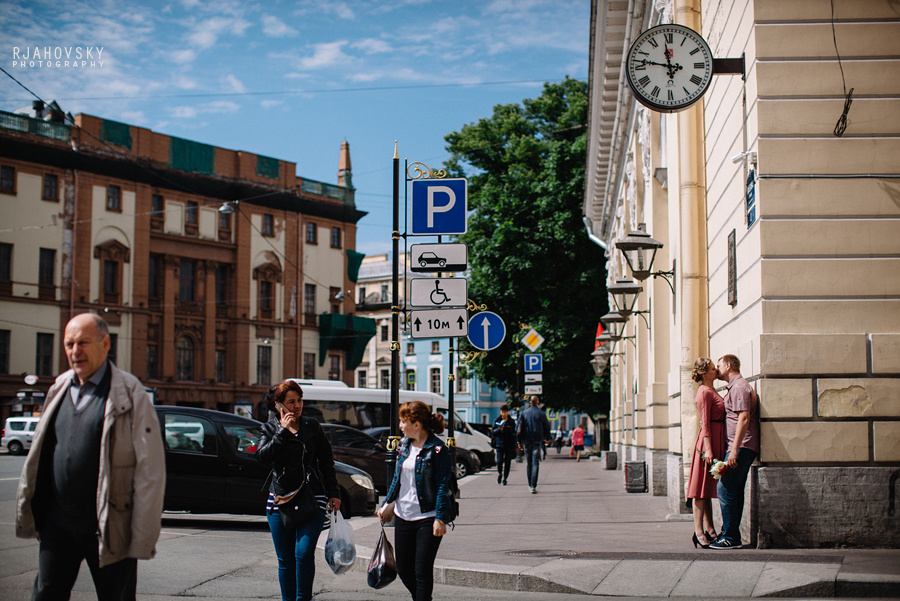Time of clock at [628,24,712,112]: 11:46
